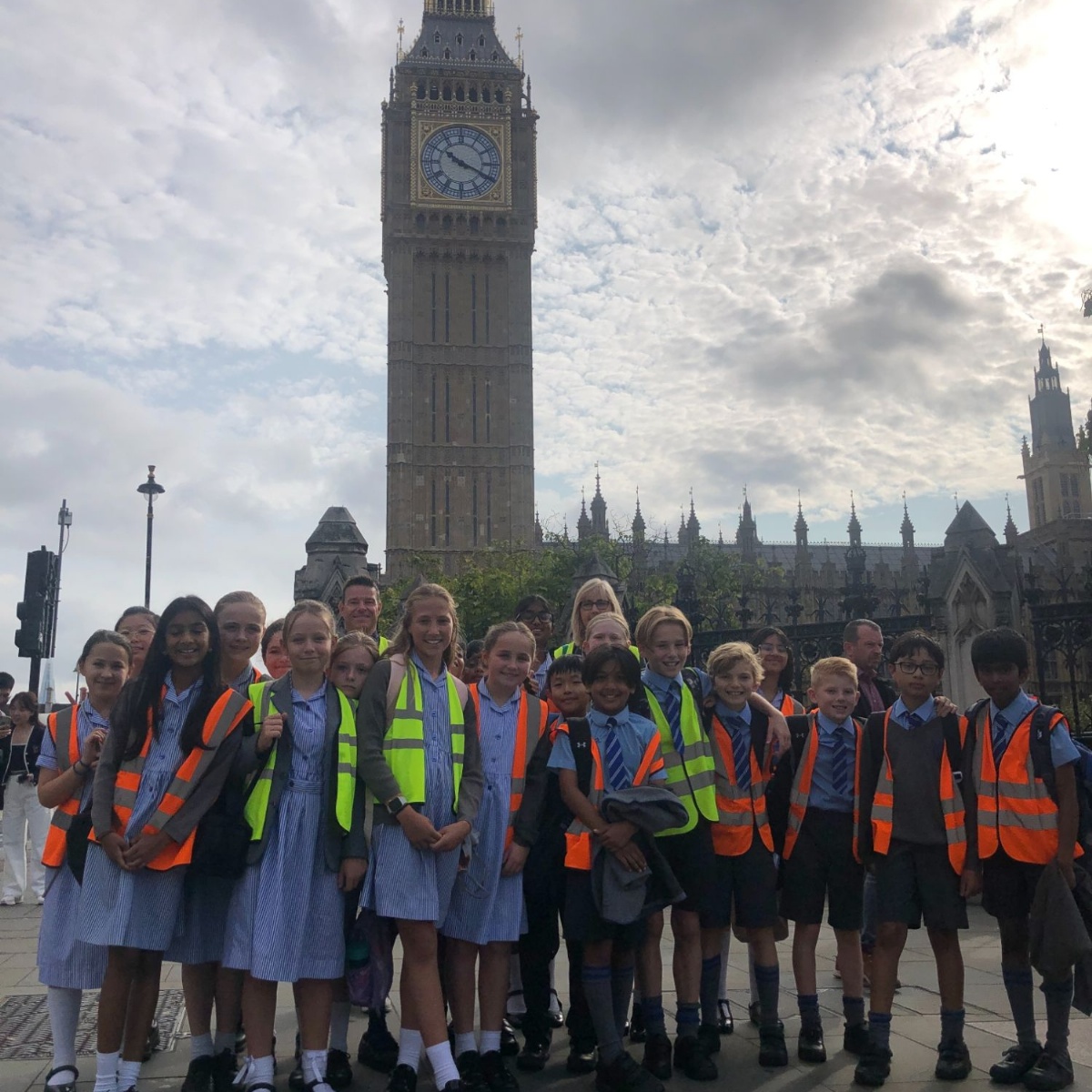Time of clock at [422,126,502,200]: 10:19
